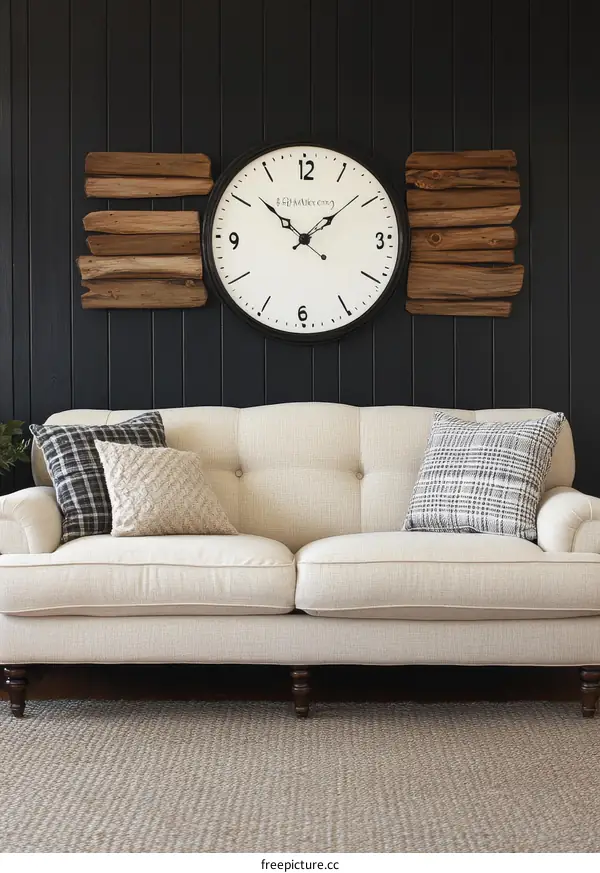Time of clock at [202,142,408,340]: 1:51
